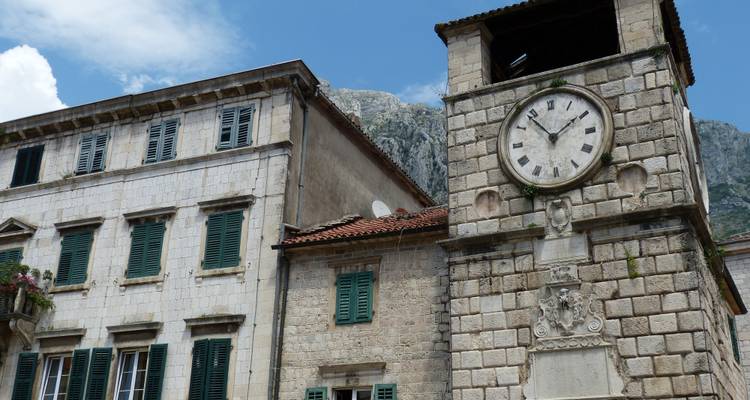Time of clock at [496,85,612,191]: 1:53
